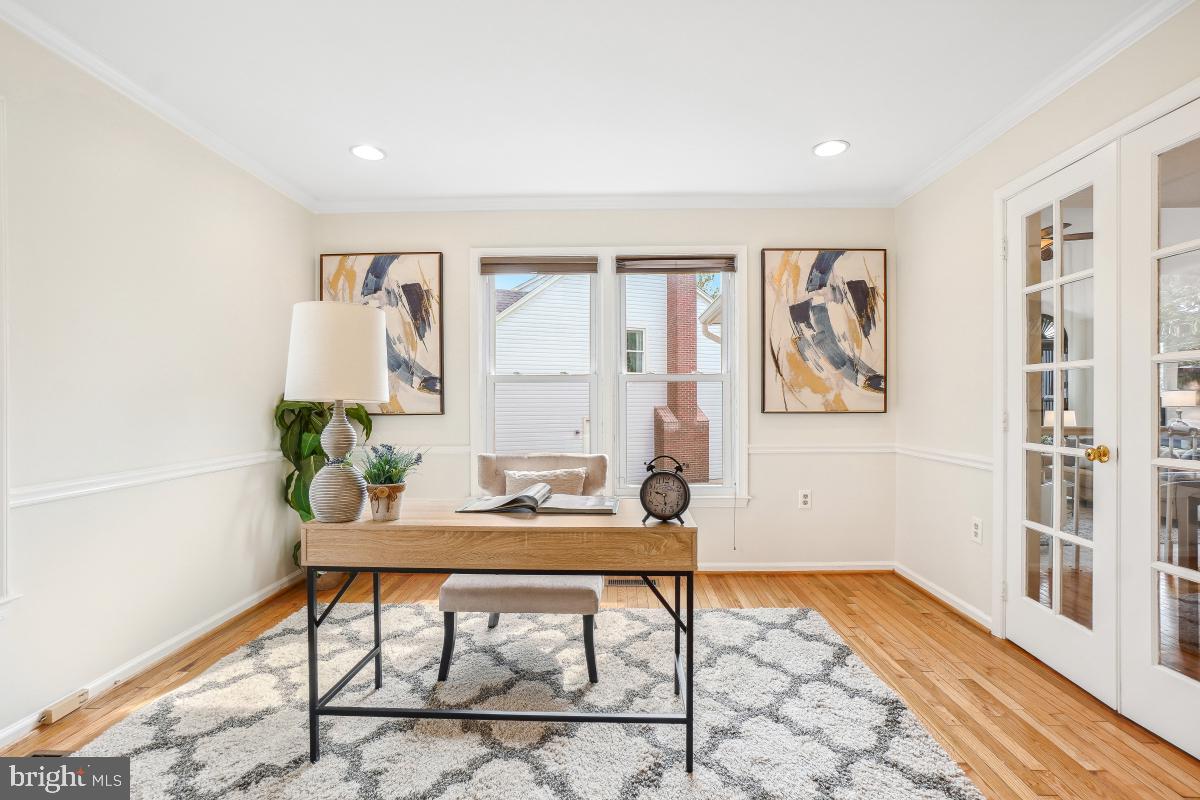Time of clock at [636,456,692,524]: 9:28
